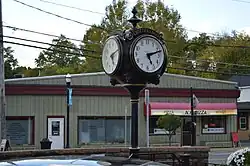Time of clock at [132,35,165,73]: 5:12
